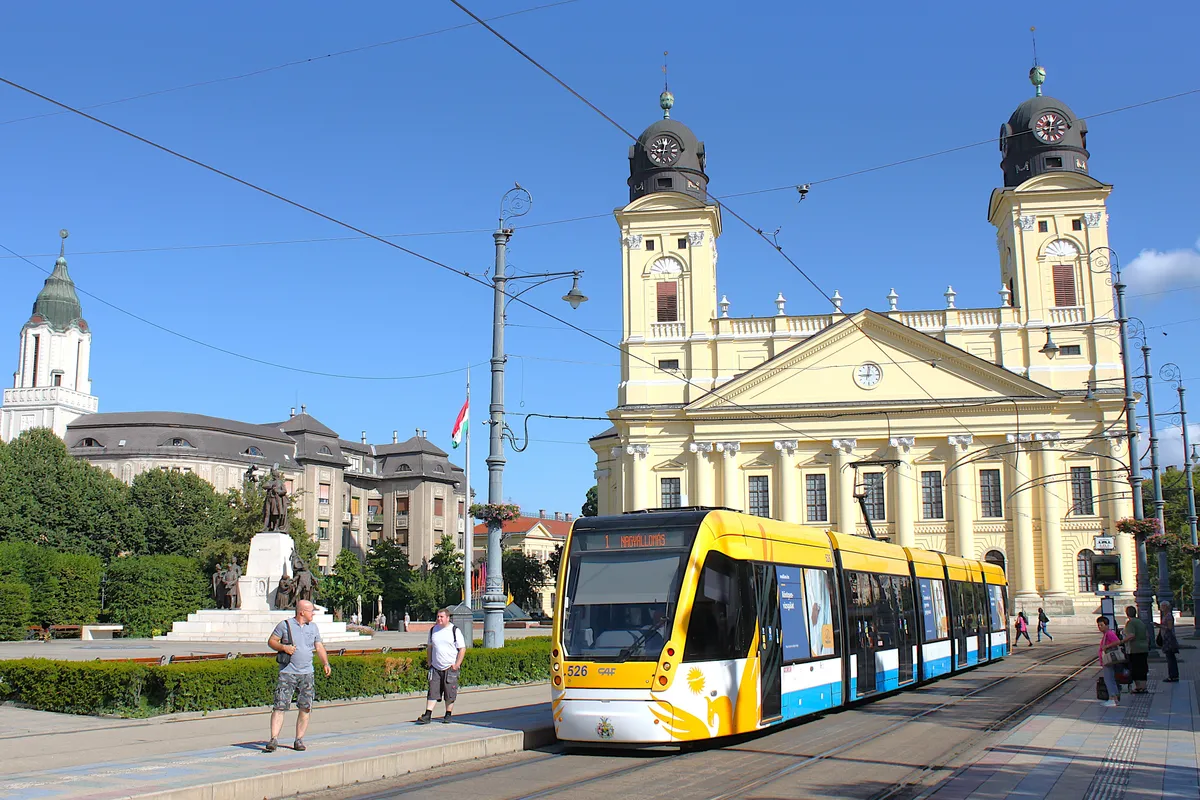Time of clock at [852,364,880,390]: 9:01
